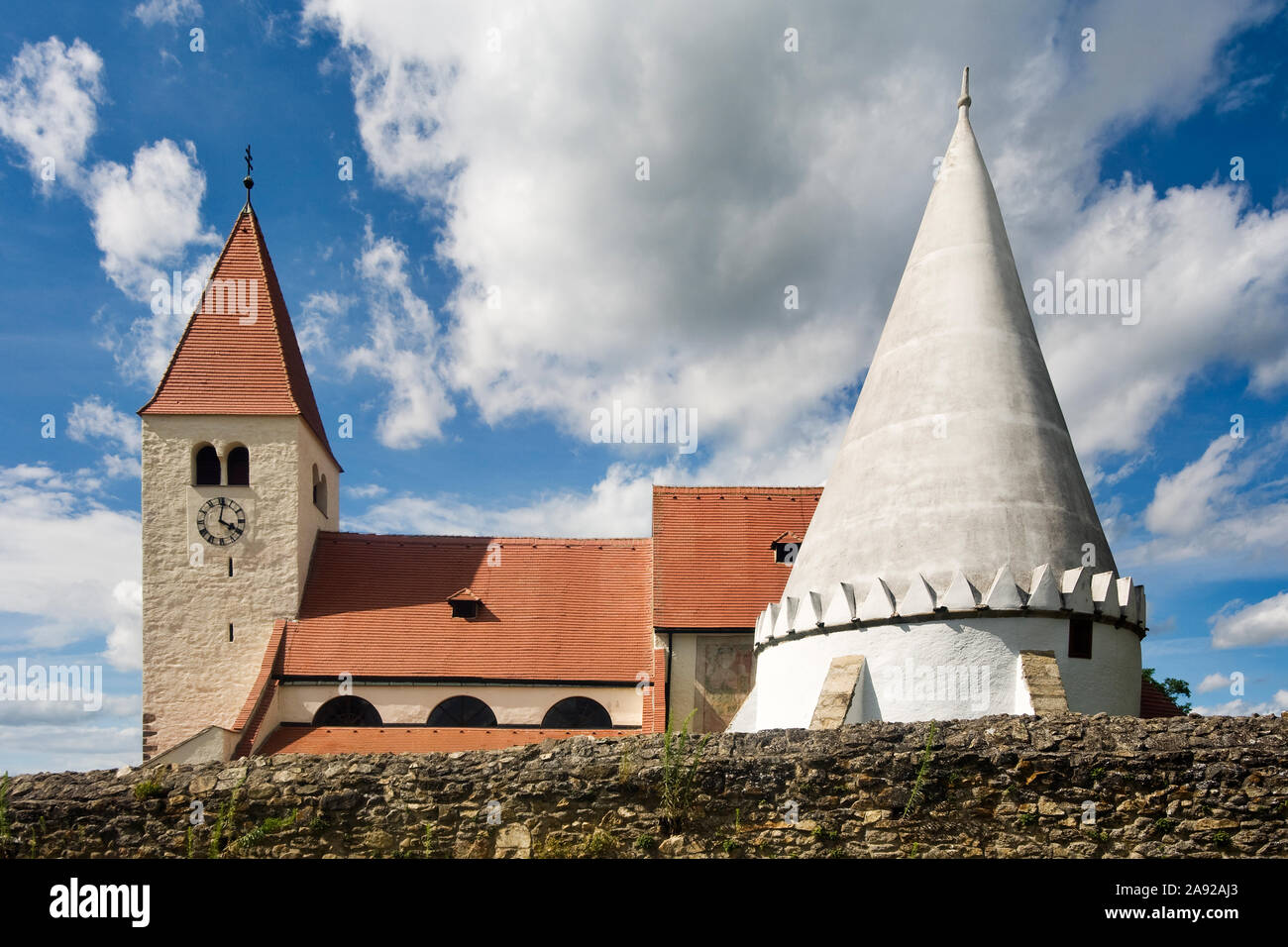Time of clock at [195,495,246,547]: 4:01
